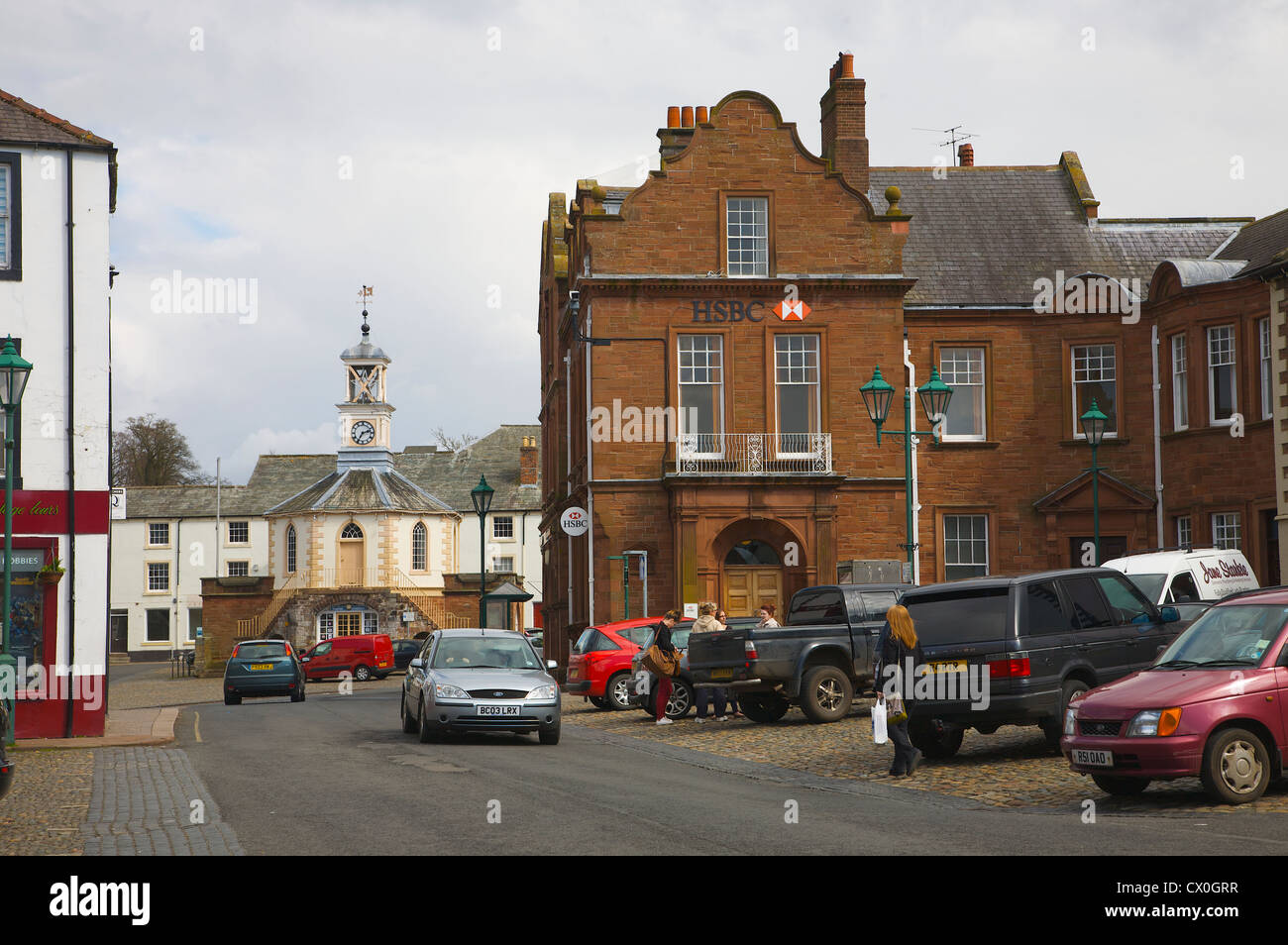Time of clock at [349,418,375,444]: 2:35
